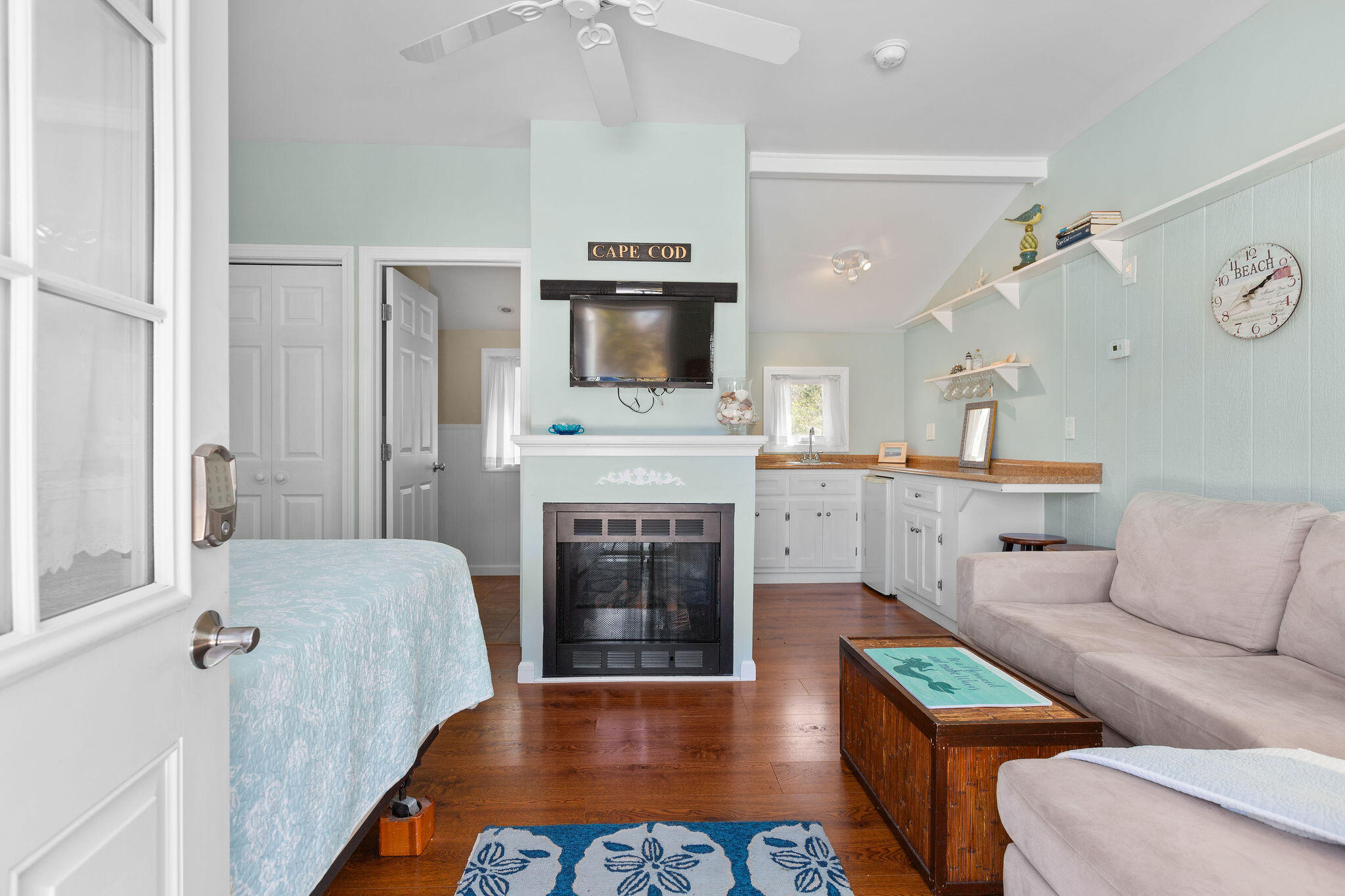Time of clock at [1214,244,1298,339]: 2:10
